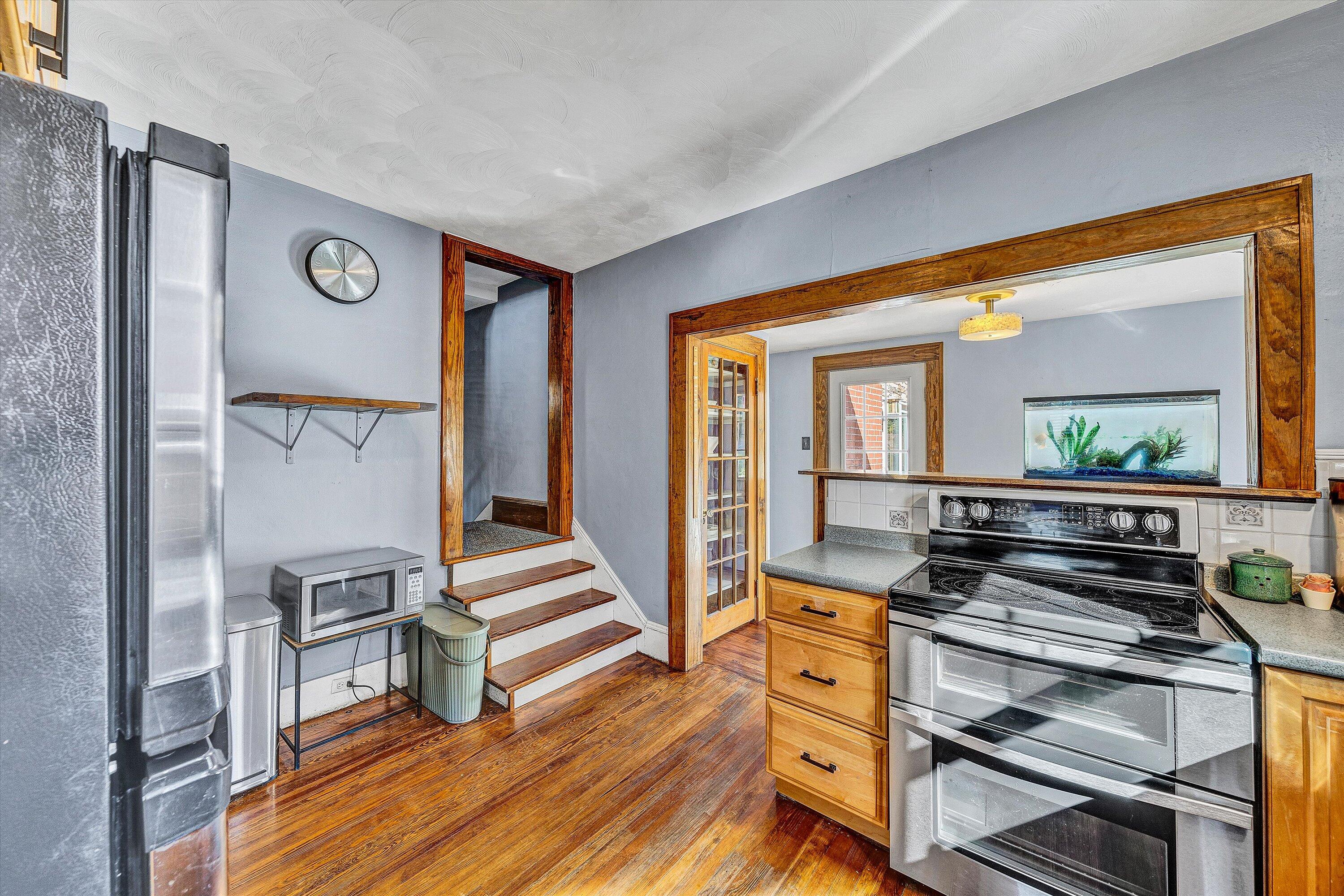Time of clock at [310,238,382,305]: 11:00
